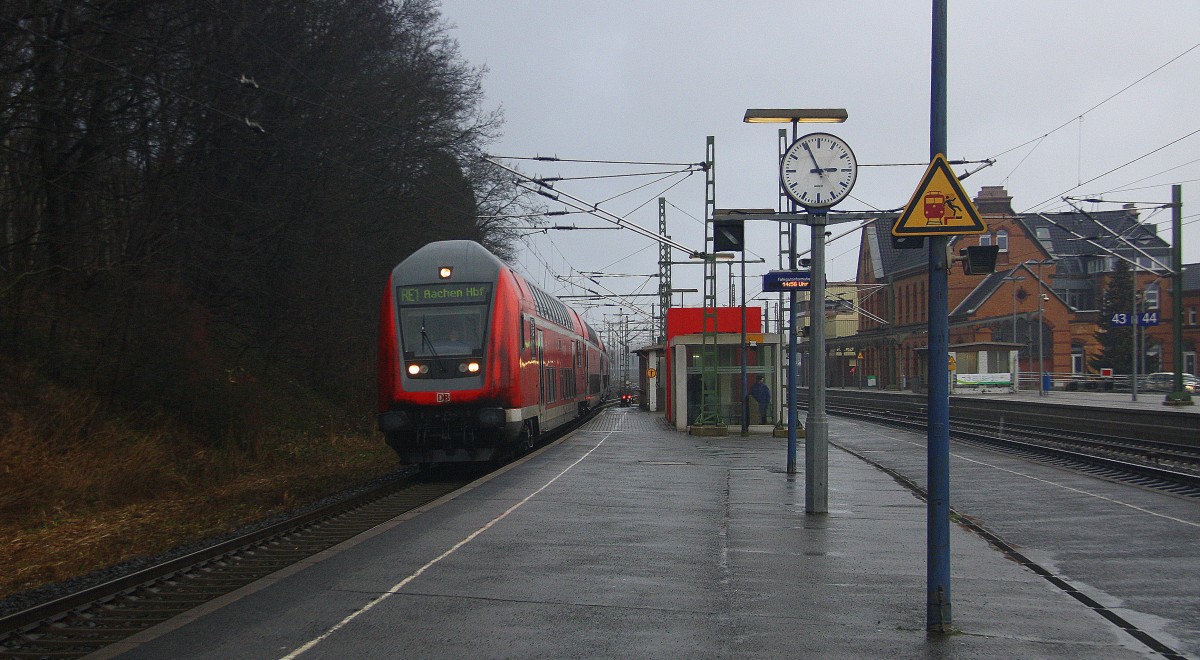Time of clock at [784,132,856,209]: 2:56
